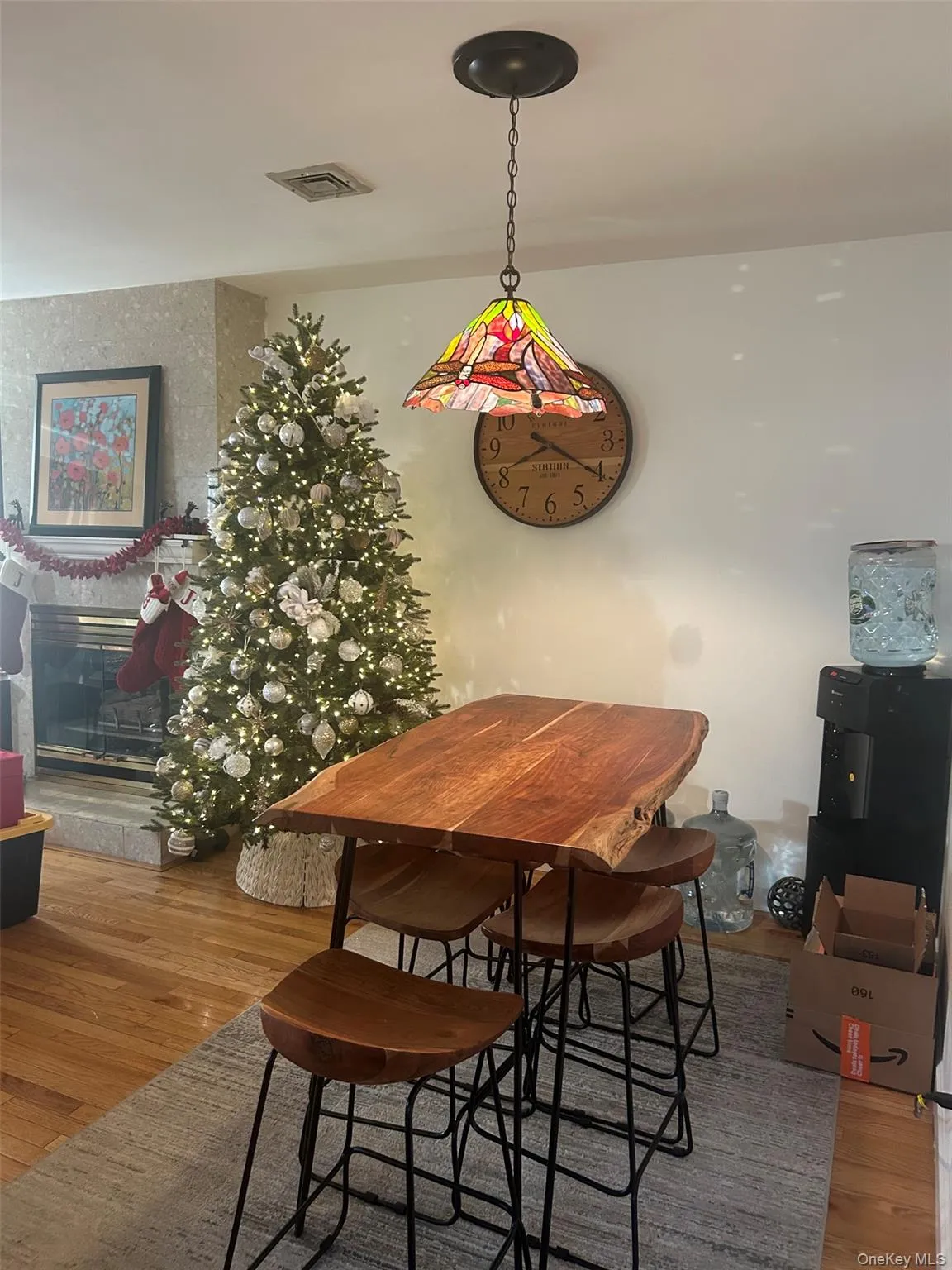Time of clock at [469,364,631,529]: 8:20
